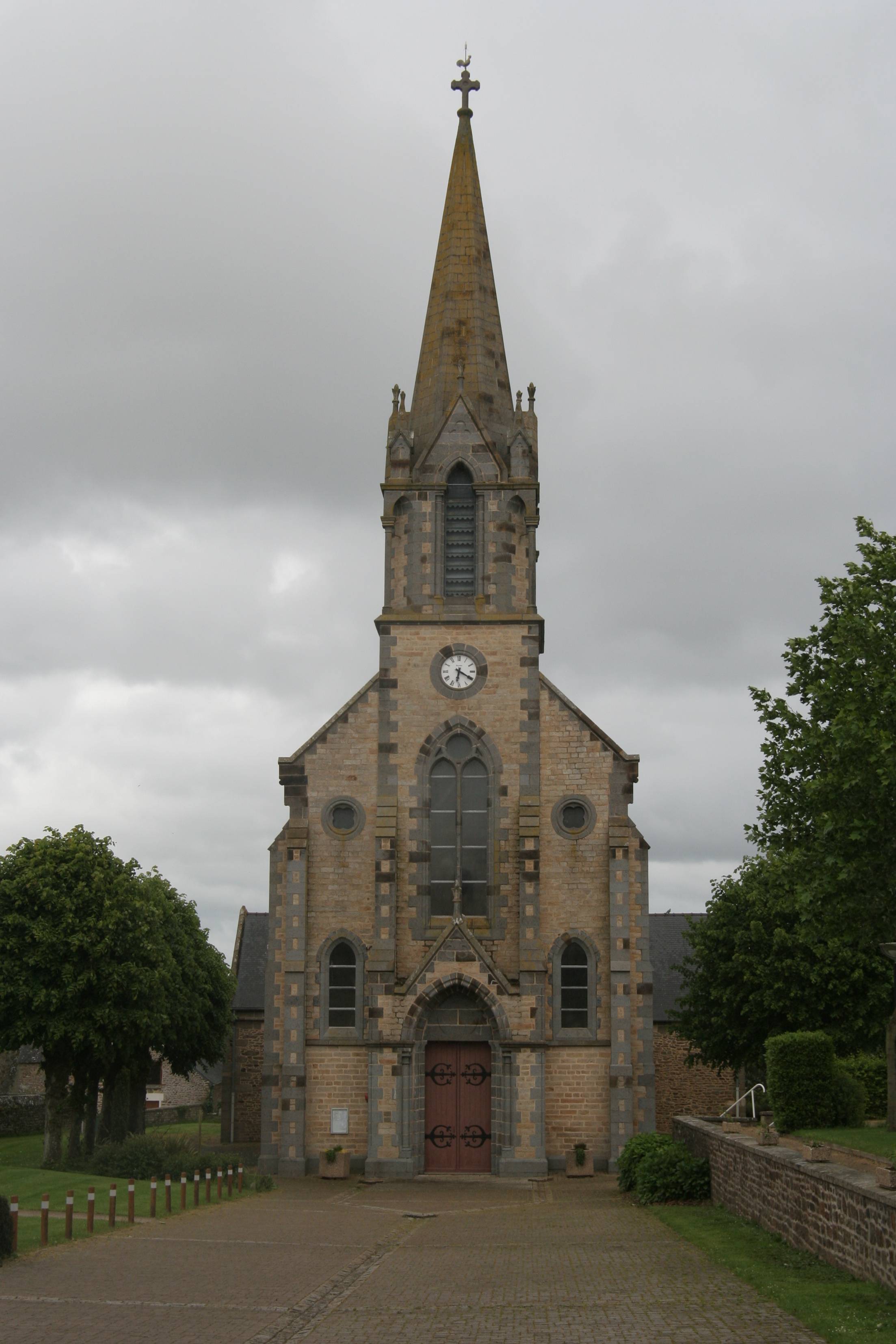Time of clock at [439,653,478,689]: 6:20
